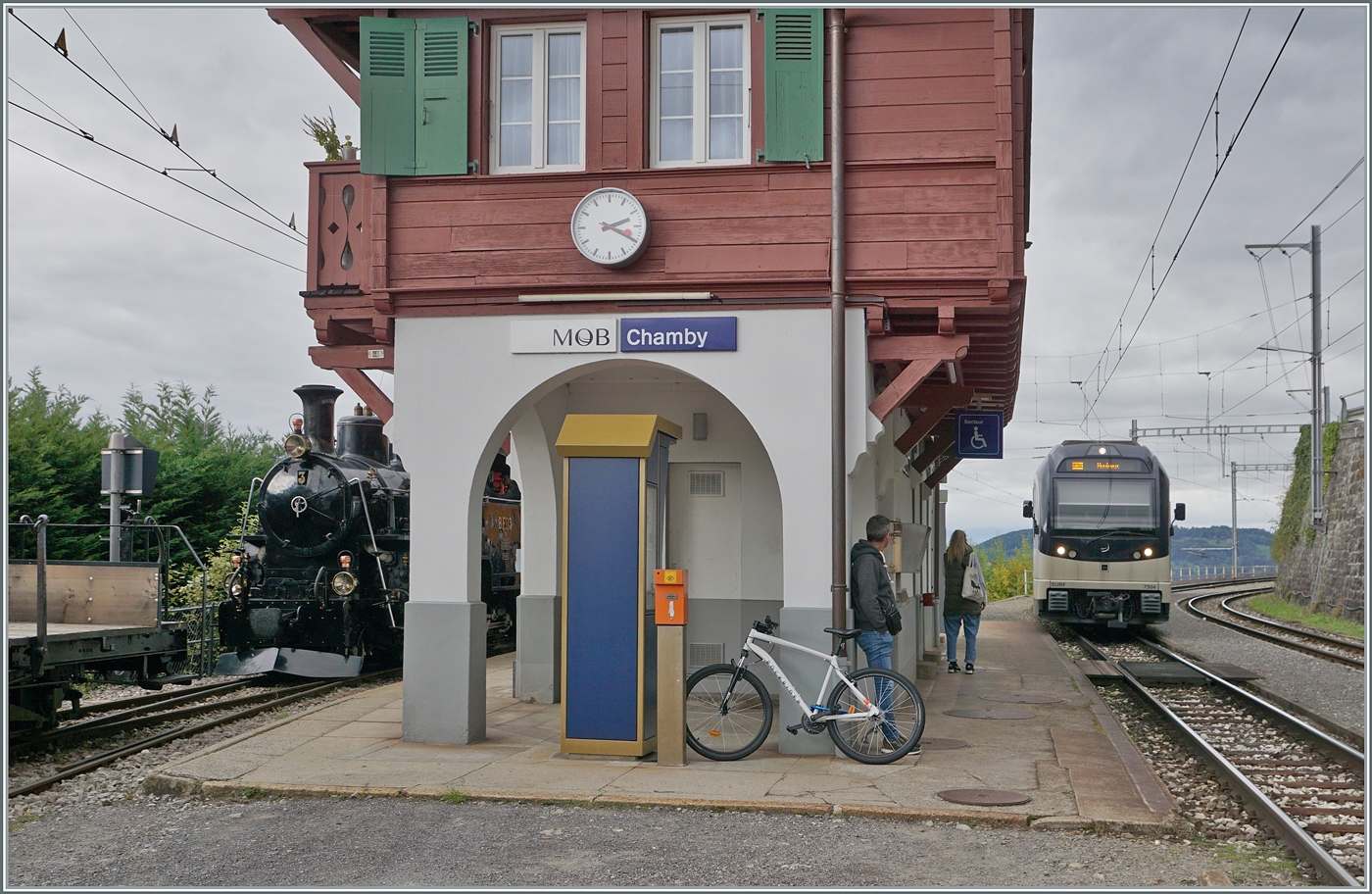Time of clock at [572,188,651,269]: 2:18
